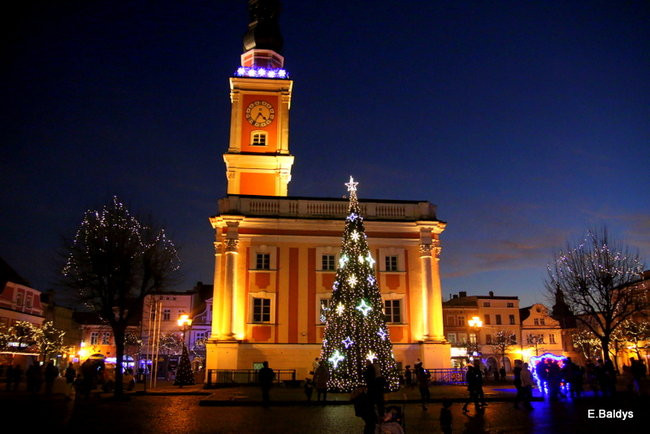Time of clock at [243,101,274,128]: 4:35
